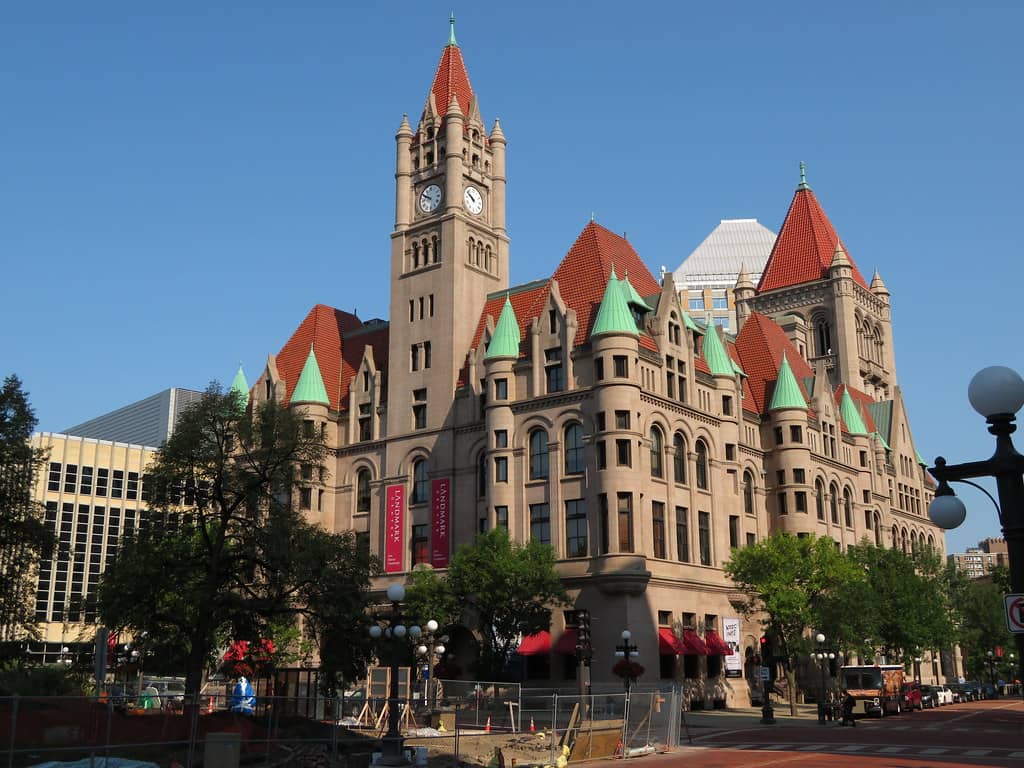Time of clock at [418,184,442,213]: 9:50
